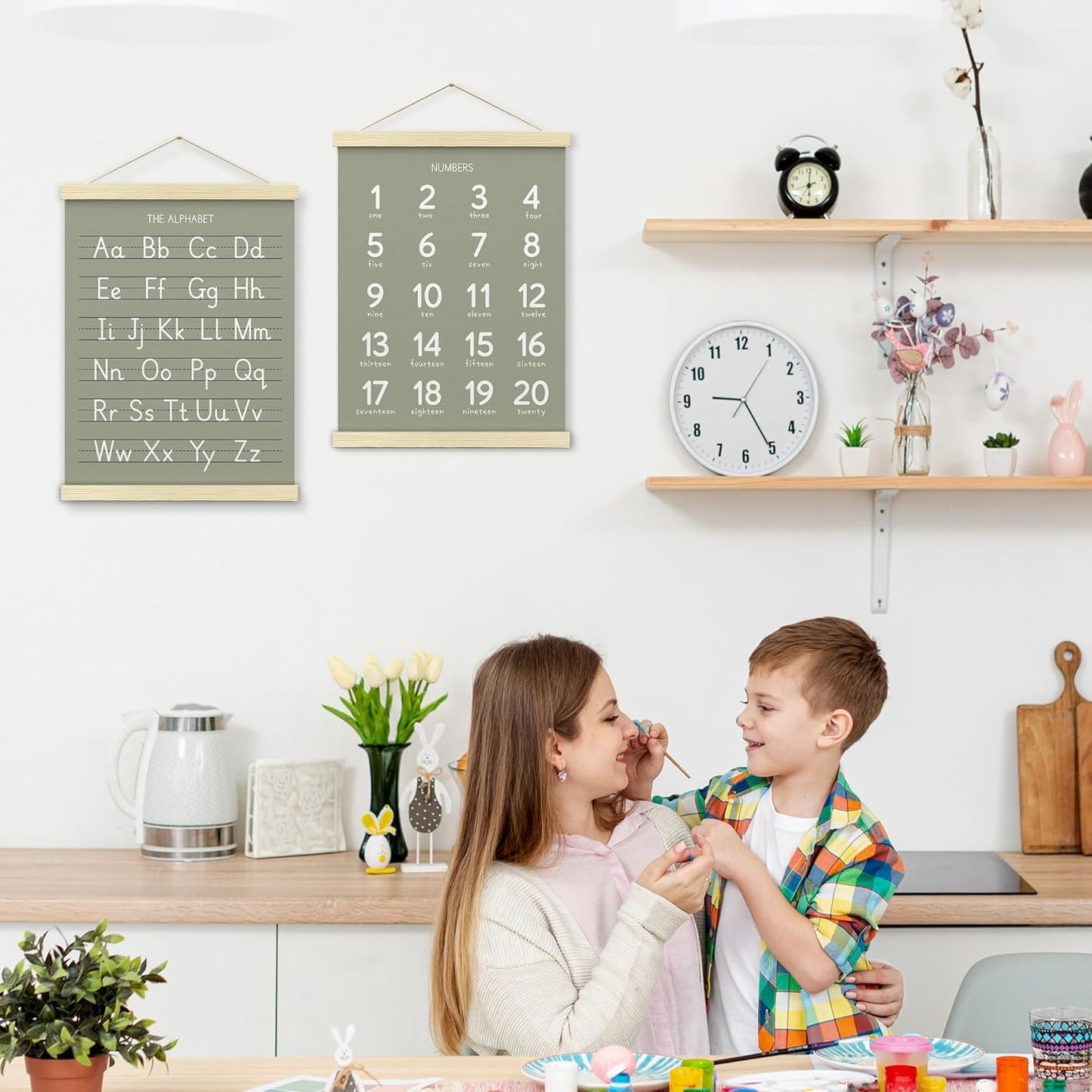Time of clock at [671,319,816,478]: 9:25
